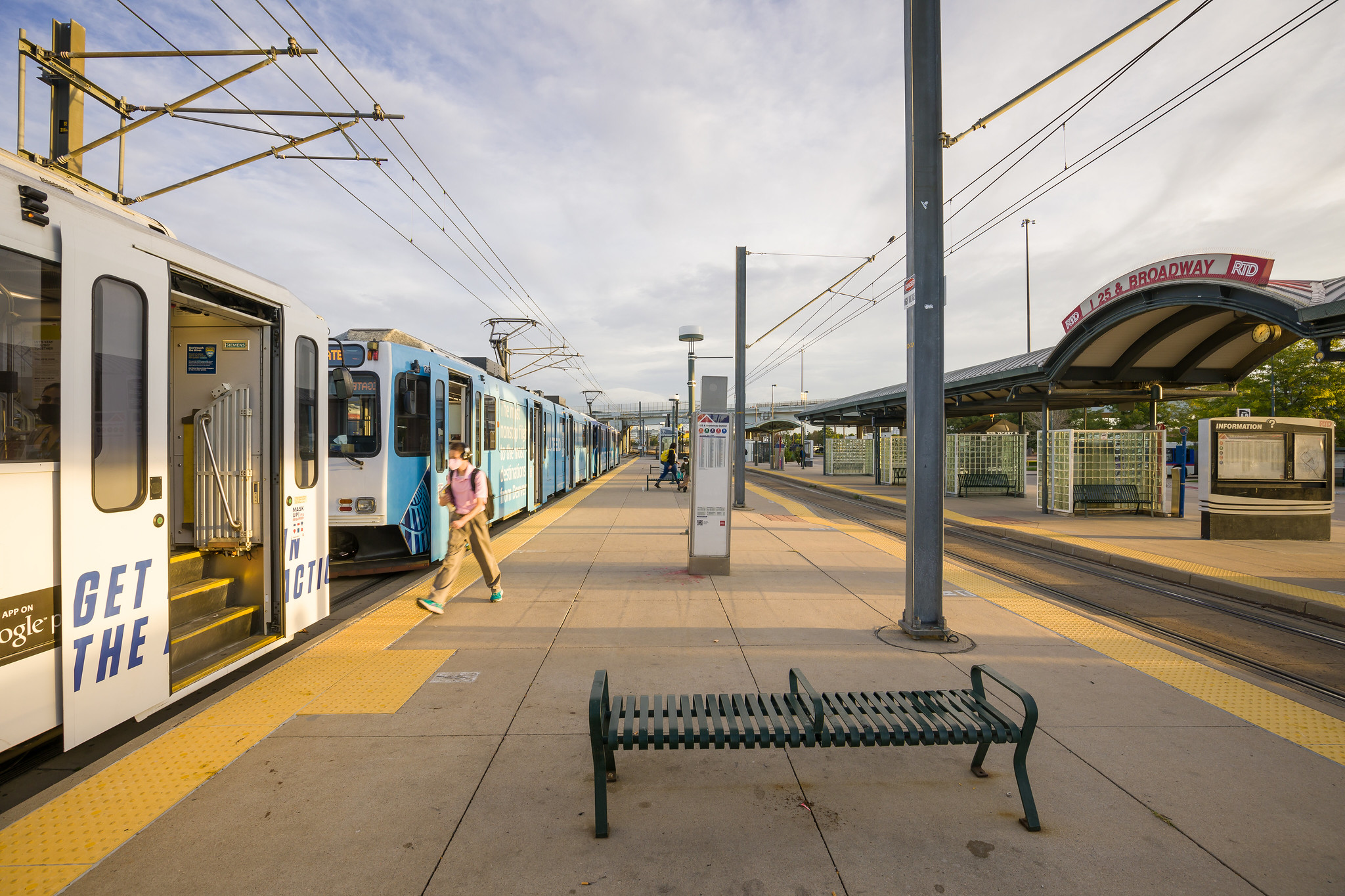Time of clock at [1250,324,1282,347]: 7:09
